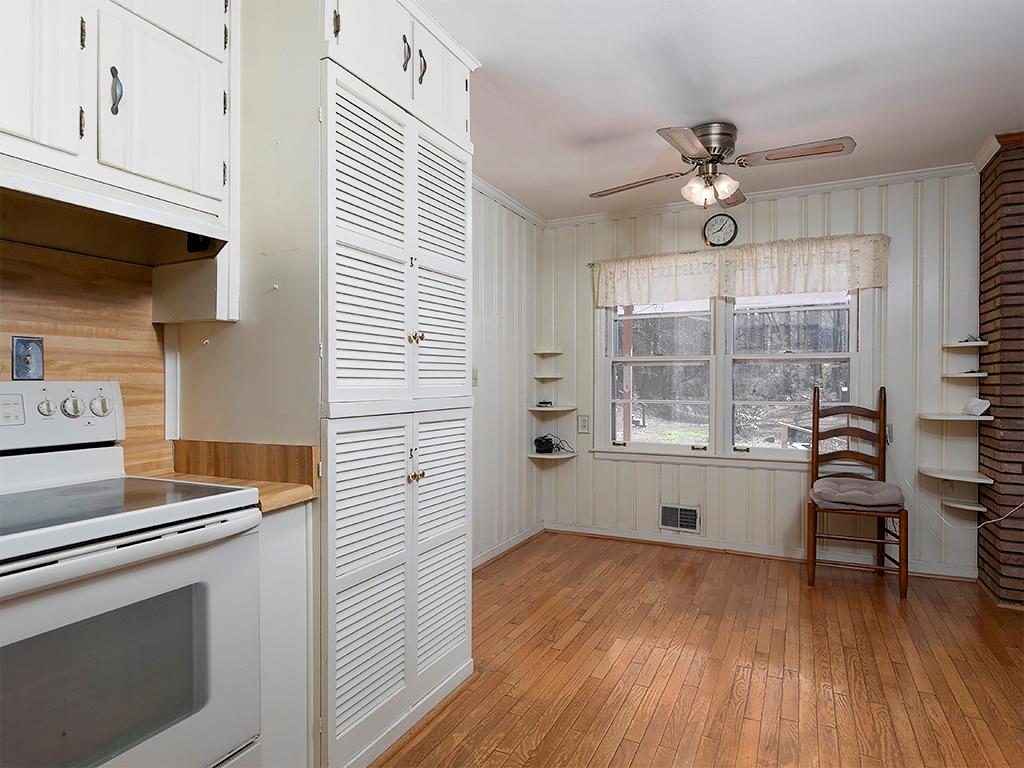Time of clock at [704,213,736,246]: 8:05
